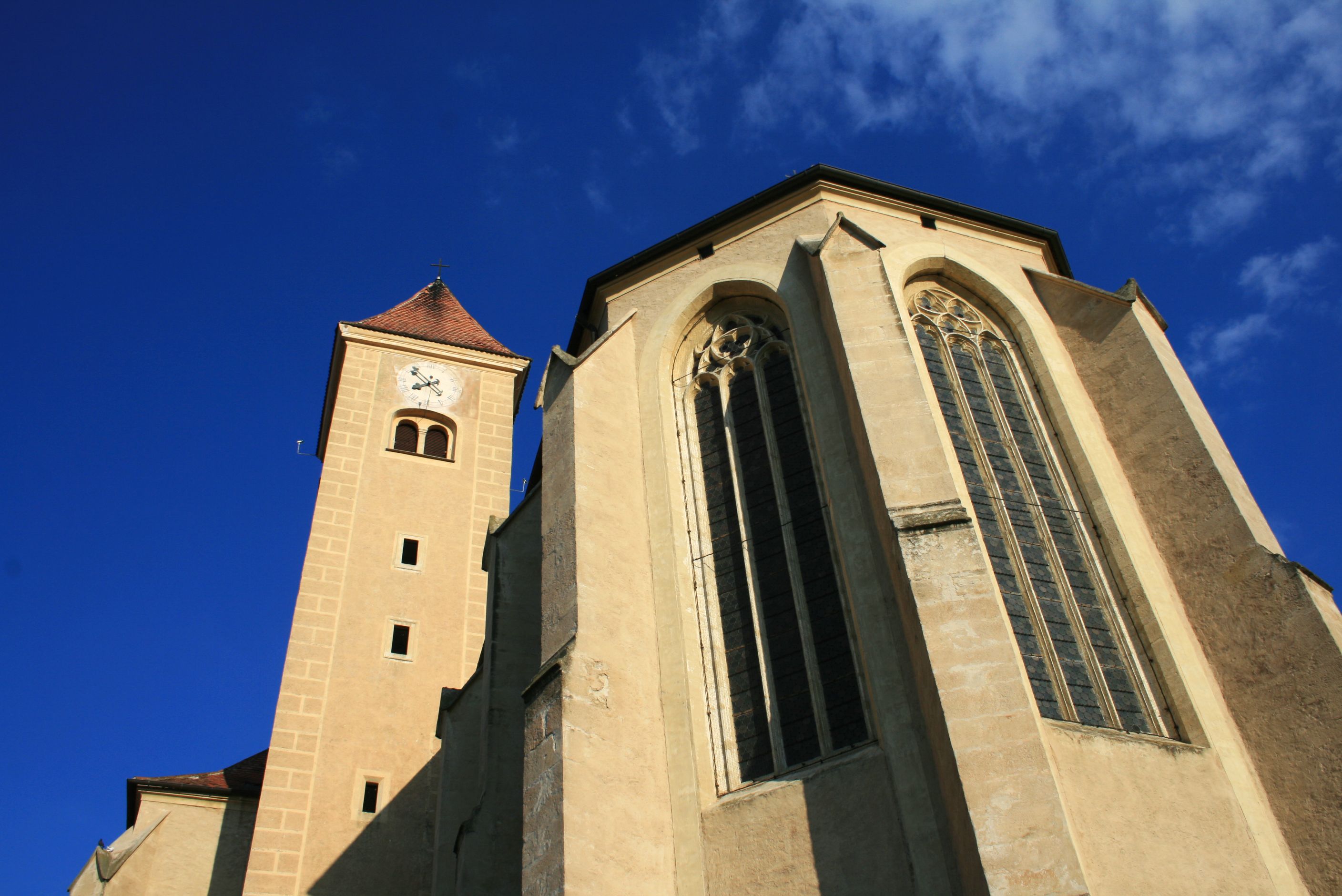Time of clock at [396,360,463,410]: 7:52
